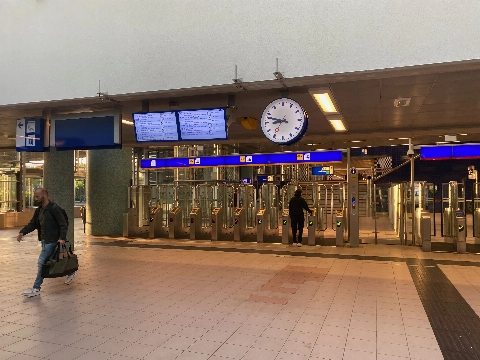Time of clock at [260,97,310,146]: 8:47
